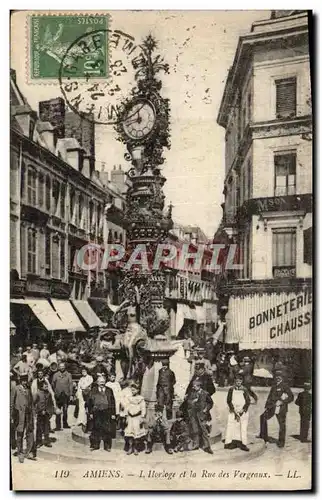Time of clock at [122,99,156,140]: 11:42
